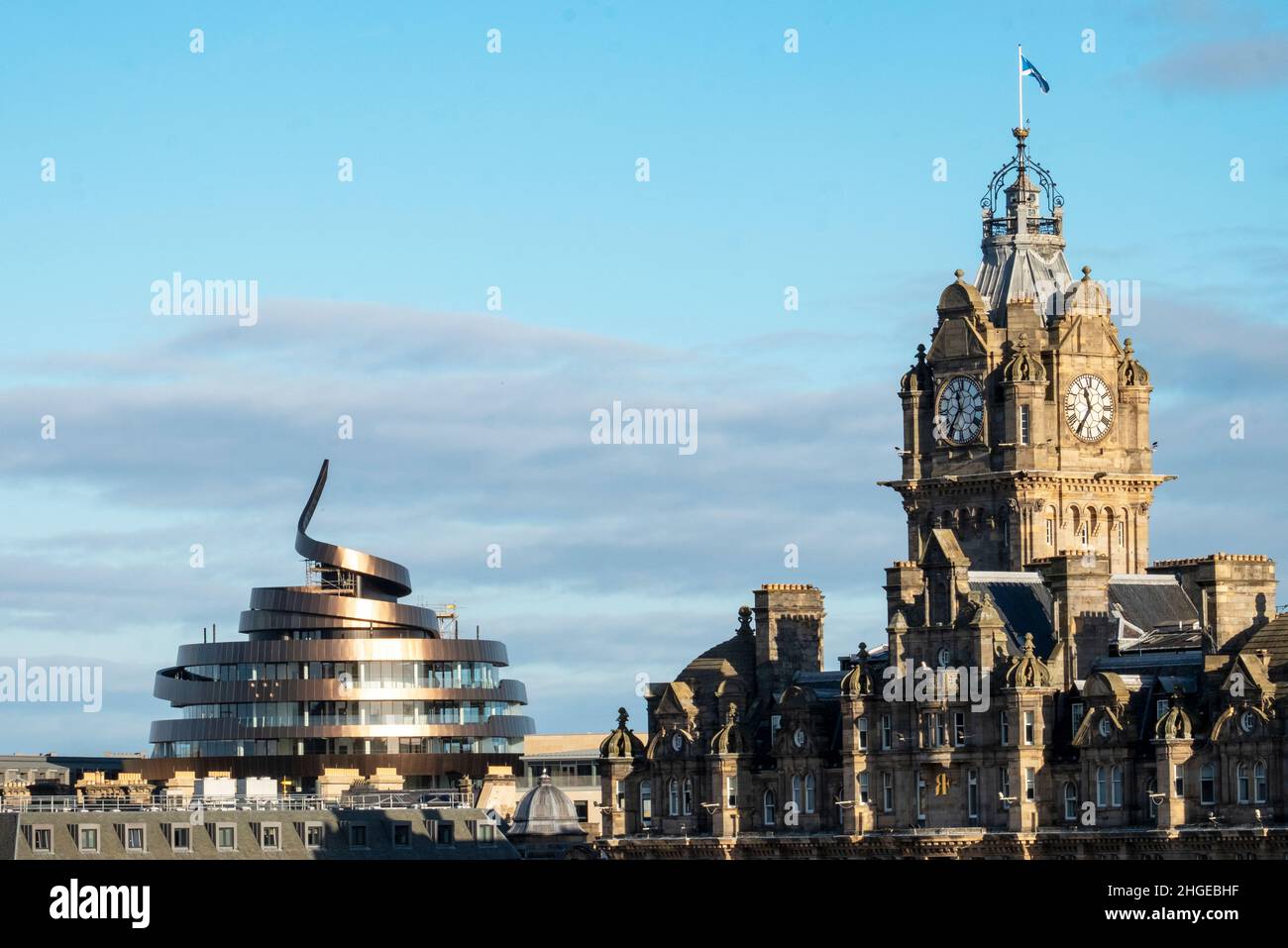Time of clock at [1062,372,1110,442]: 11:35
